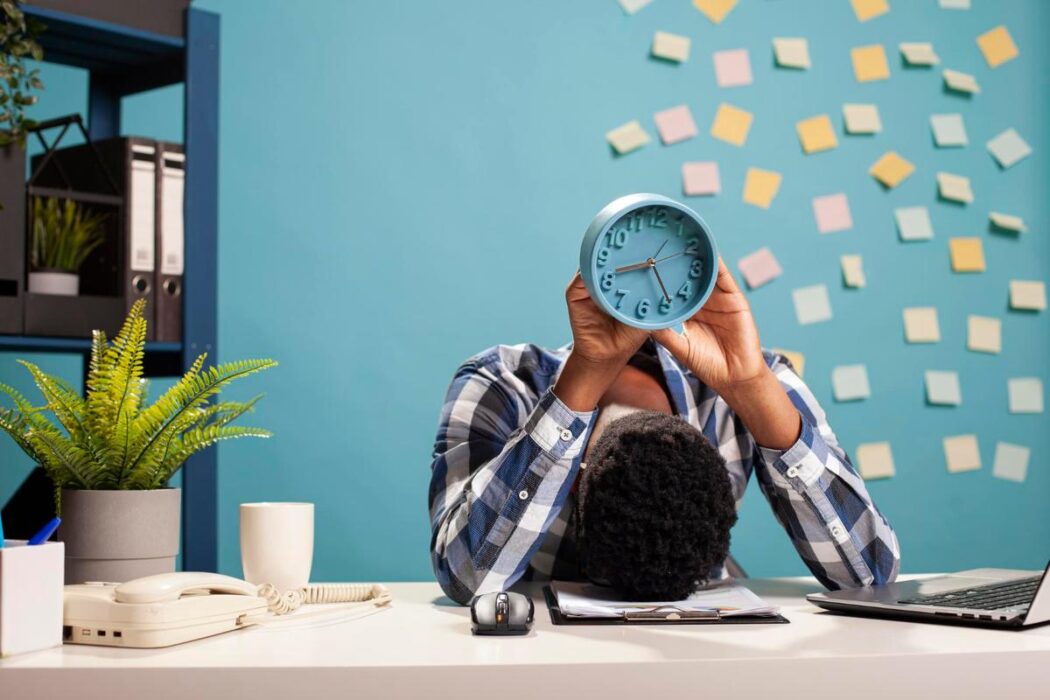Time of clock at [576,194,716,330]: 8:23
